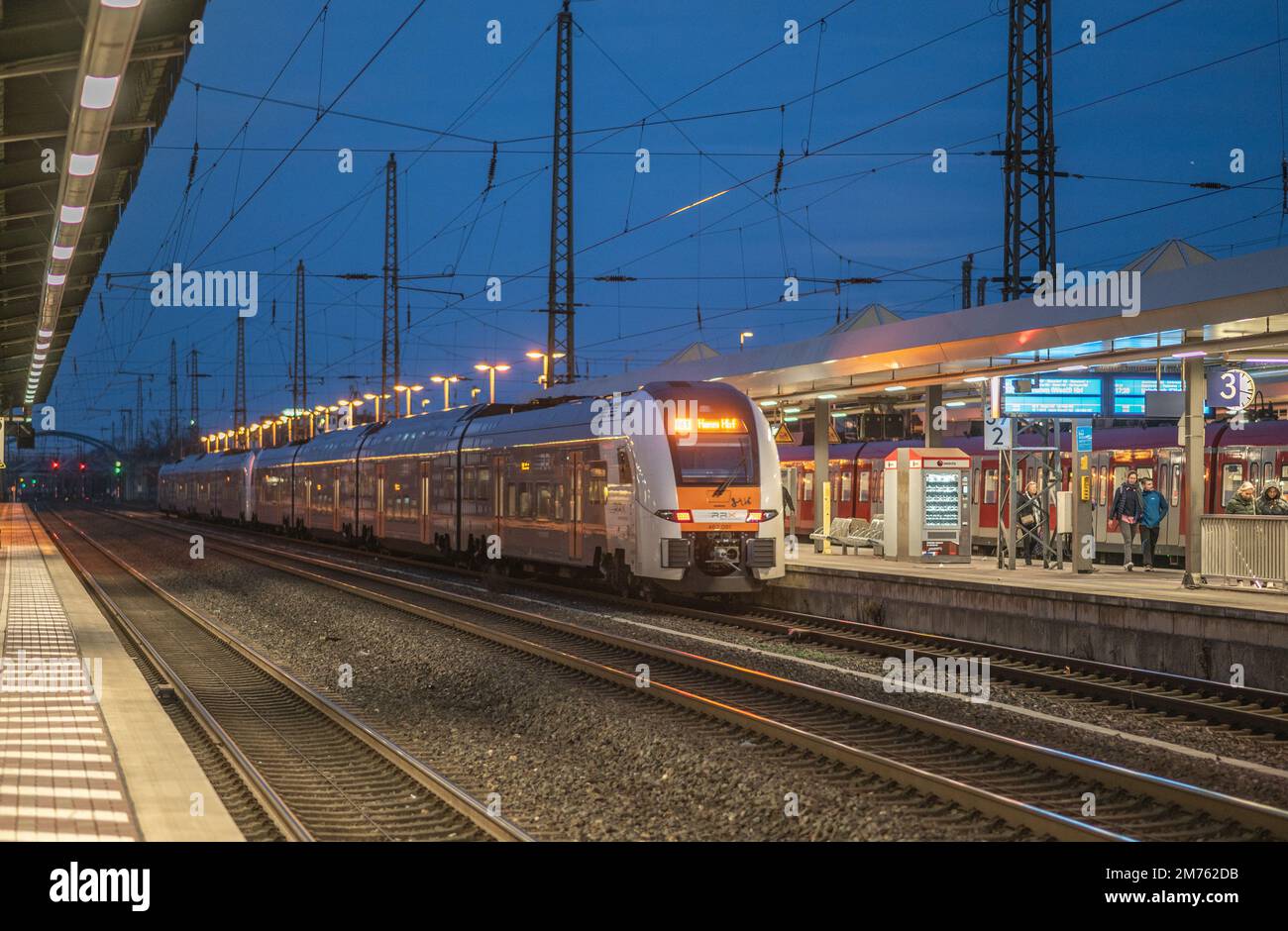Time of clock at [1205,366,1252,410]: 12:17
